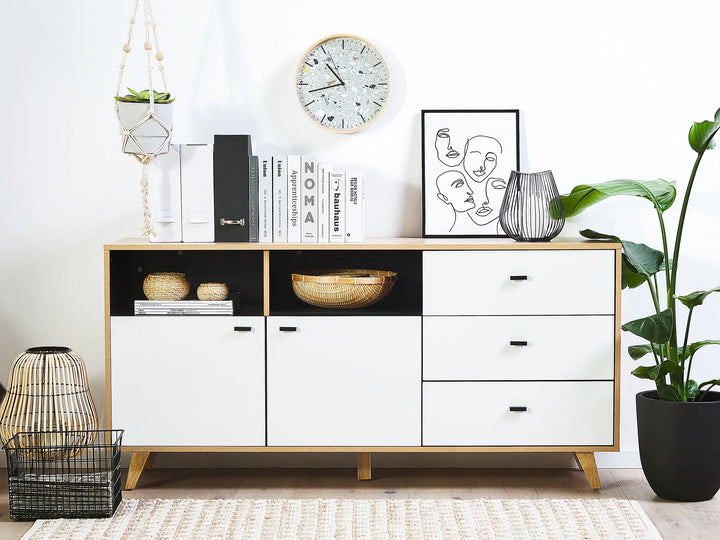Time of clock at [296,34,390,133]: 10:42
